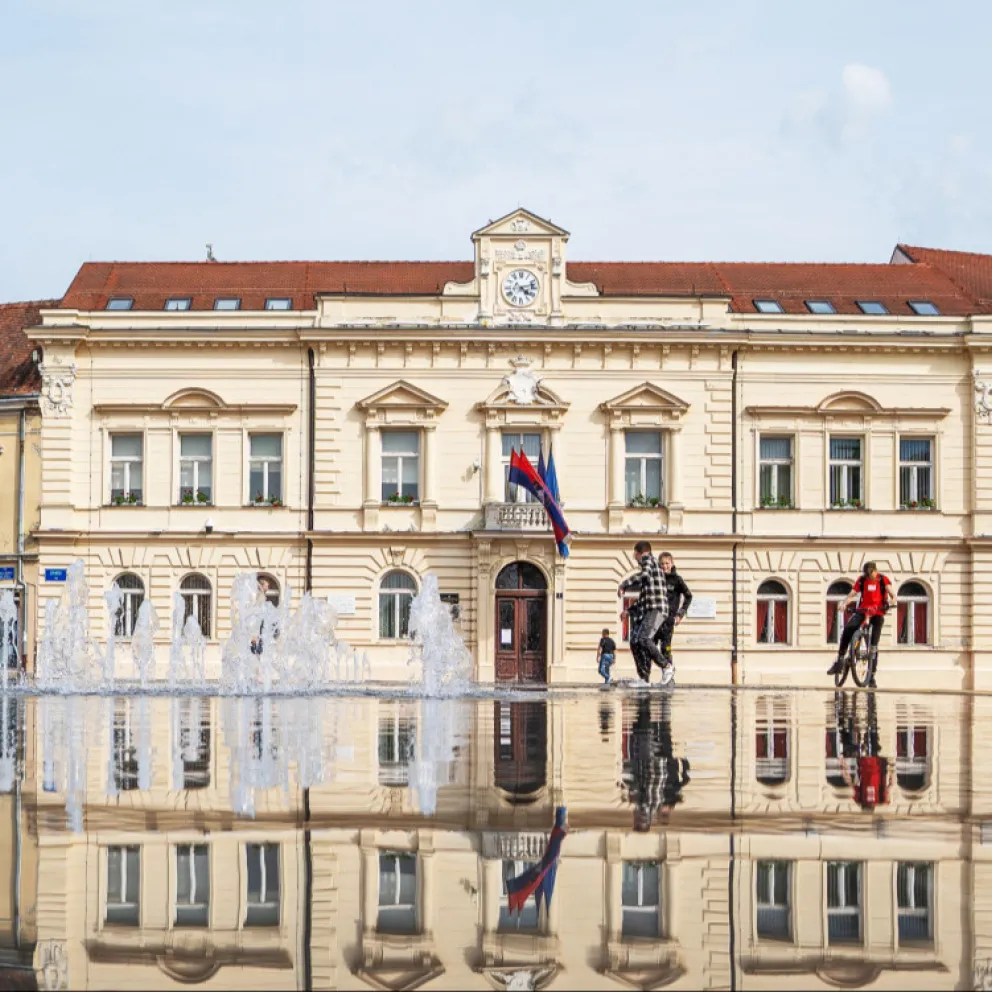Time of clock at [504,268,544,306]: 4:12
